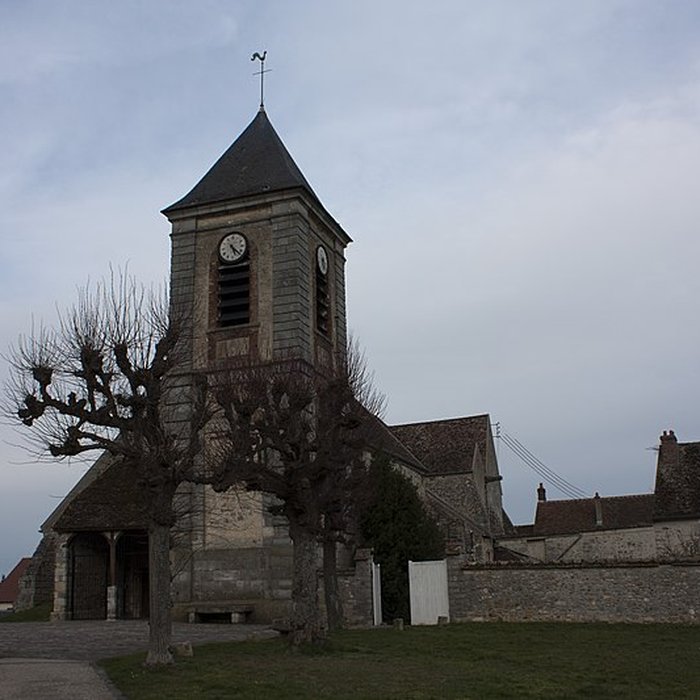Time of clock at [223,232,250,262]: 5:22
